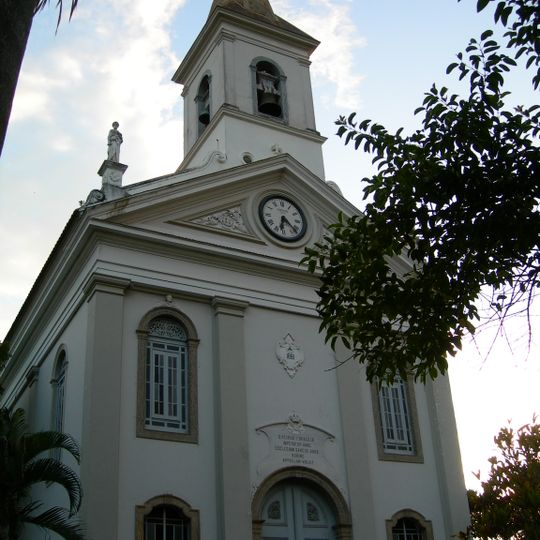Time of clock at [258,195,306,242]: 6:22
